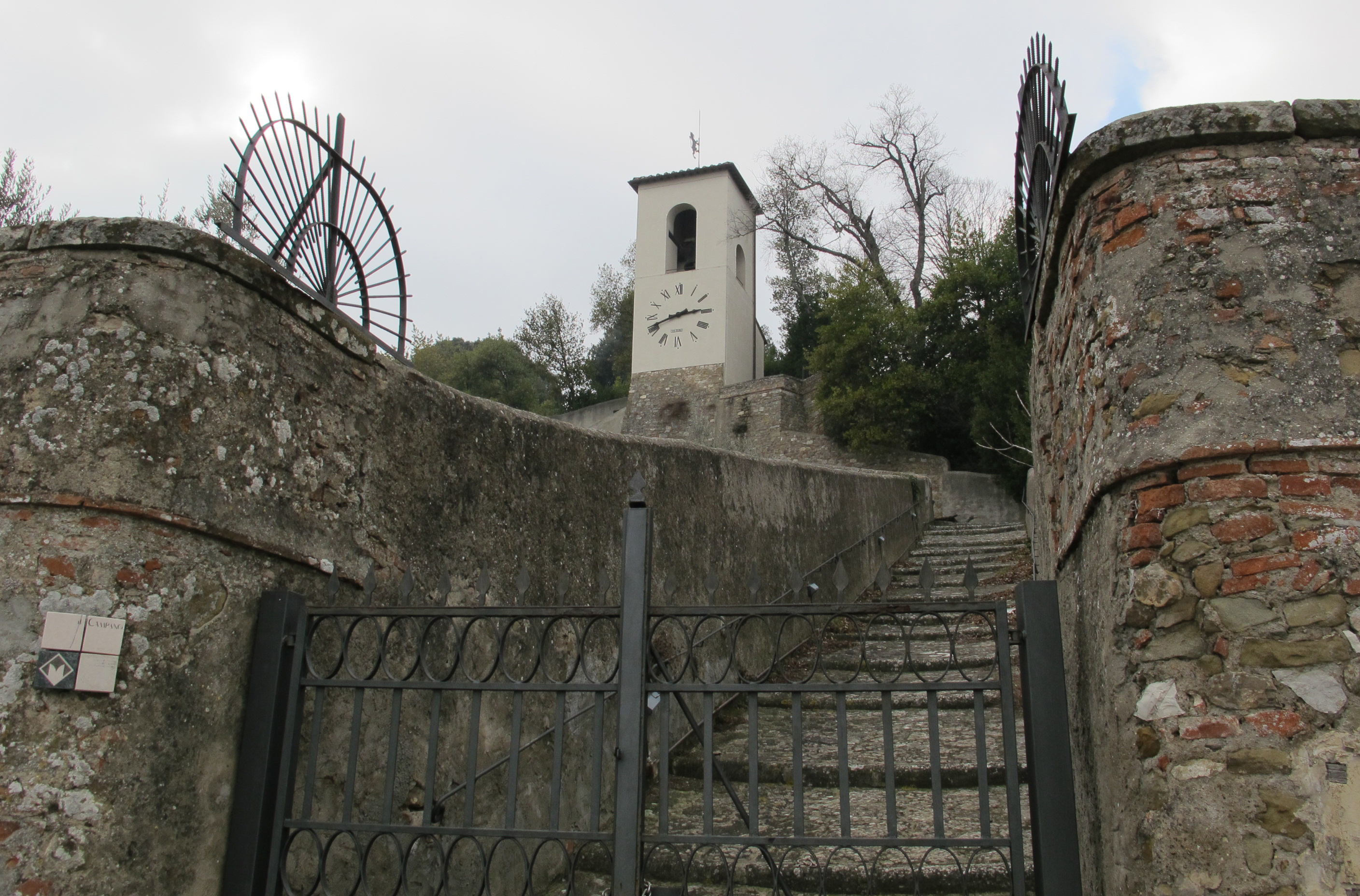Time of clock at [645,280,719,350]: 2:41
